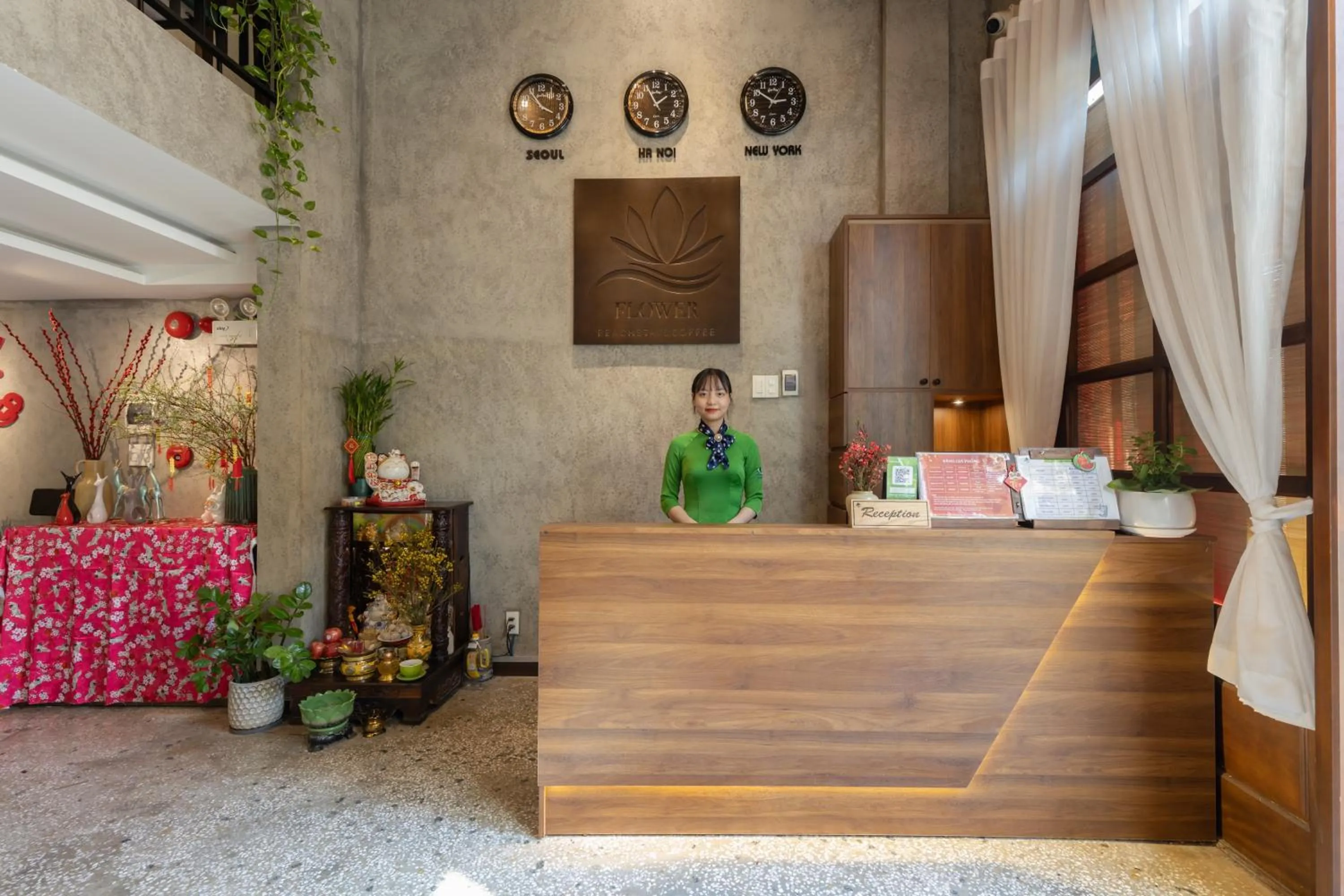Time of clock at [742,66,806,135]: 2:50
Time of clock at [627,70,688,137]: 1:56
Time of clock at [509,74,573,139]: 3:54
